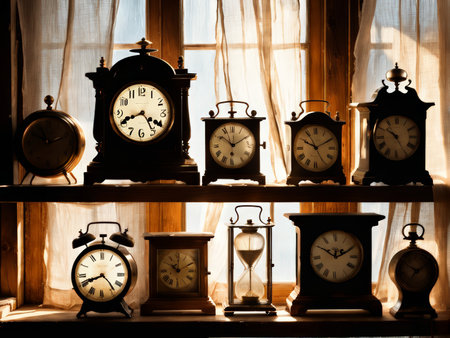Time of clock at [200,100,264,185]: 10:10
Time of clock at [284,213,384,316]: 1:50
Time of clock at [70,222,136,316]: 8:23
